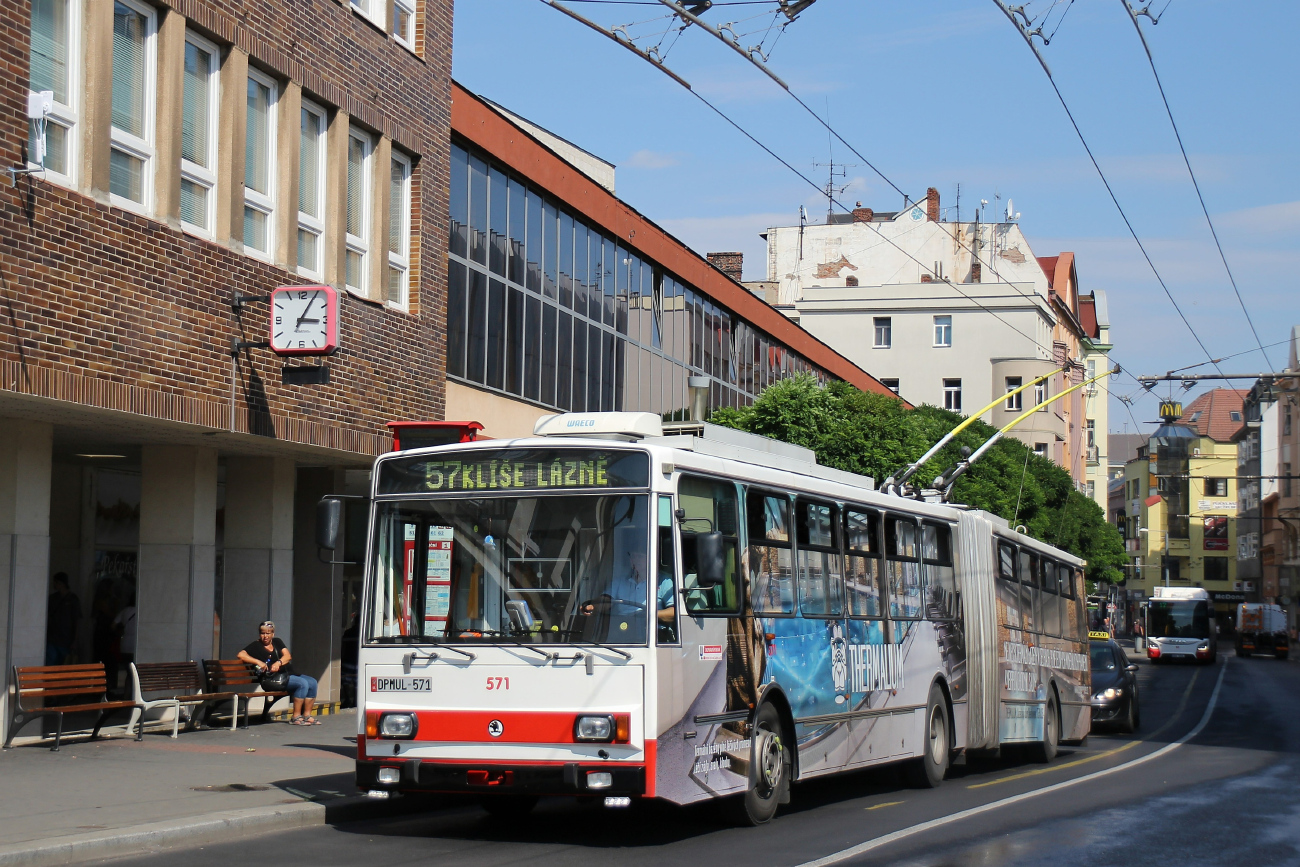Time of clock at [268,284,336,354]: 3:04
